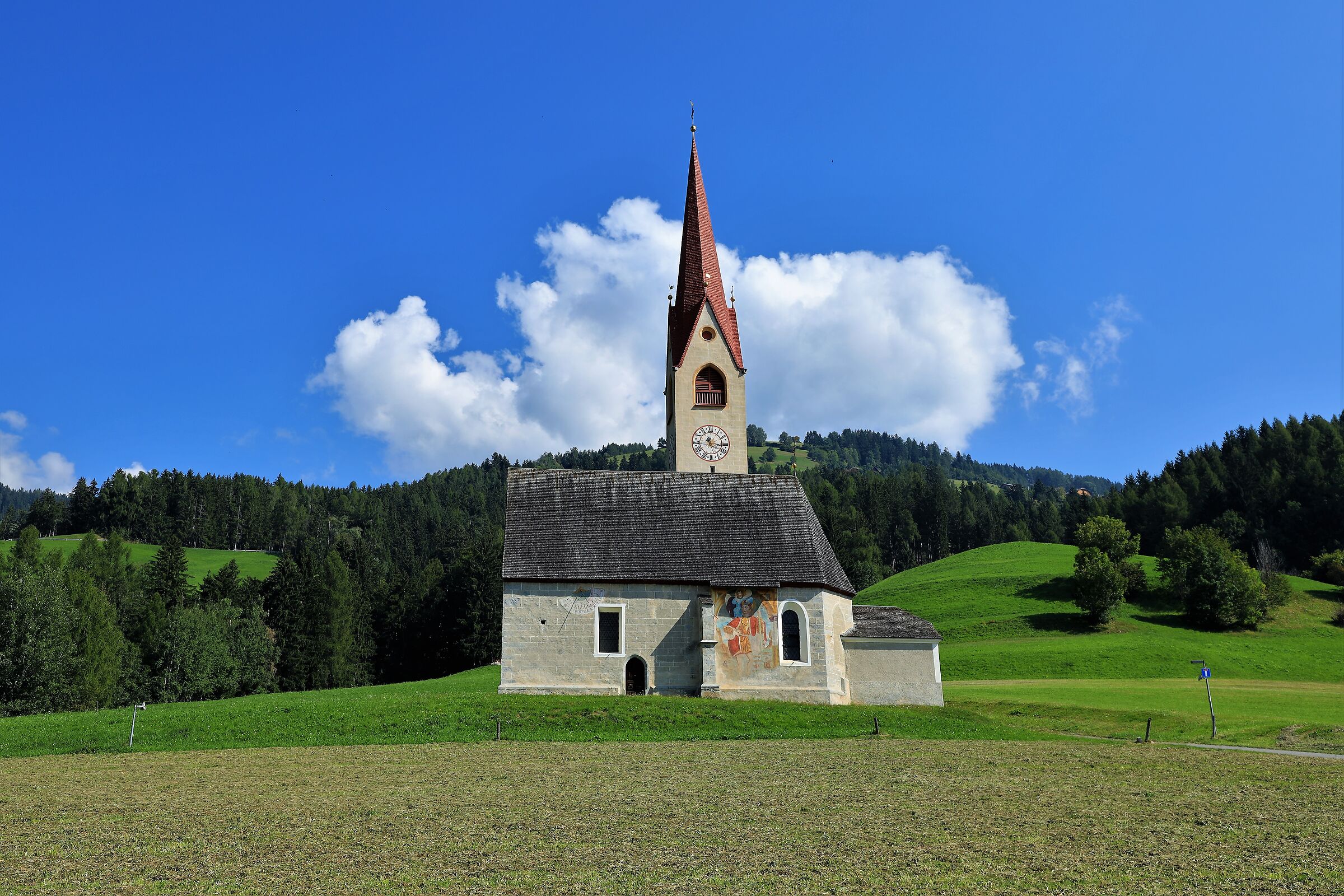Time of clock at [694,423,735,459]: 11:17
